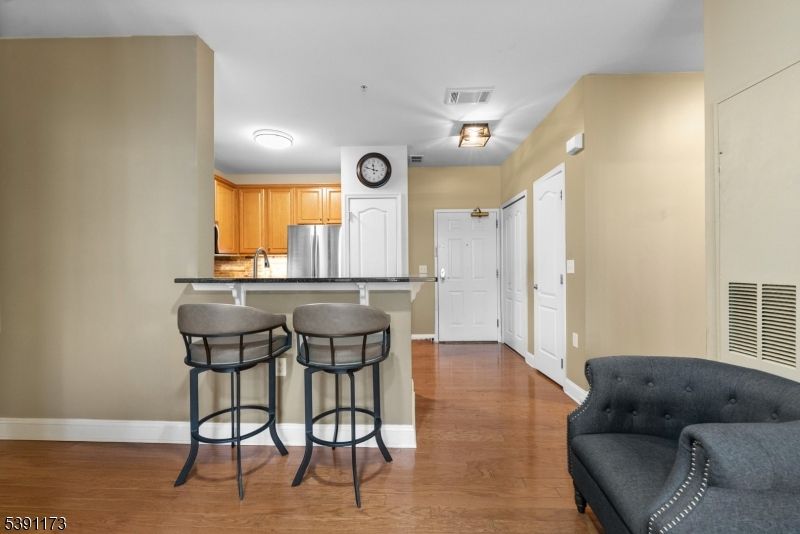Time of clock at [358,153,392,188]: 11:47
